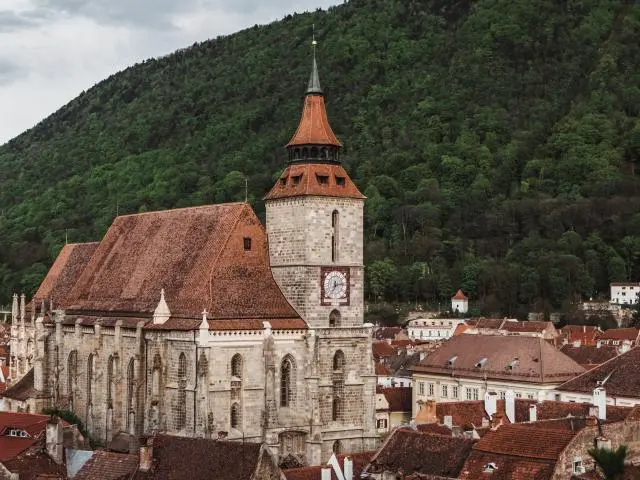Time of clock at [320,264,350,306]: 7:13
